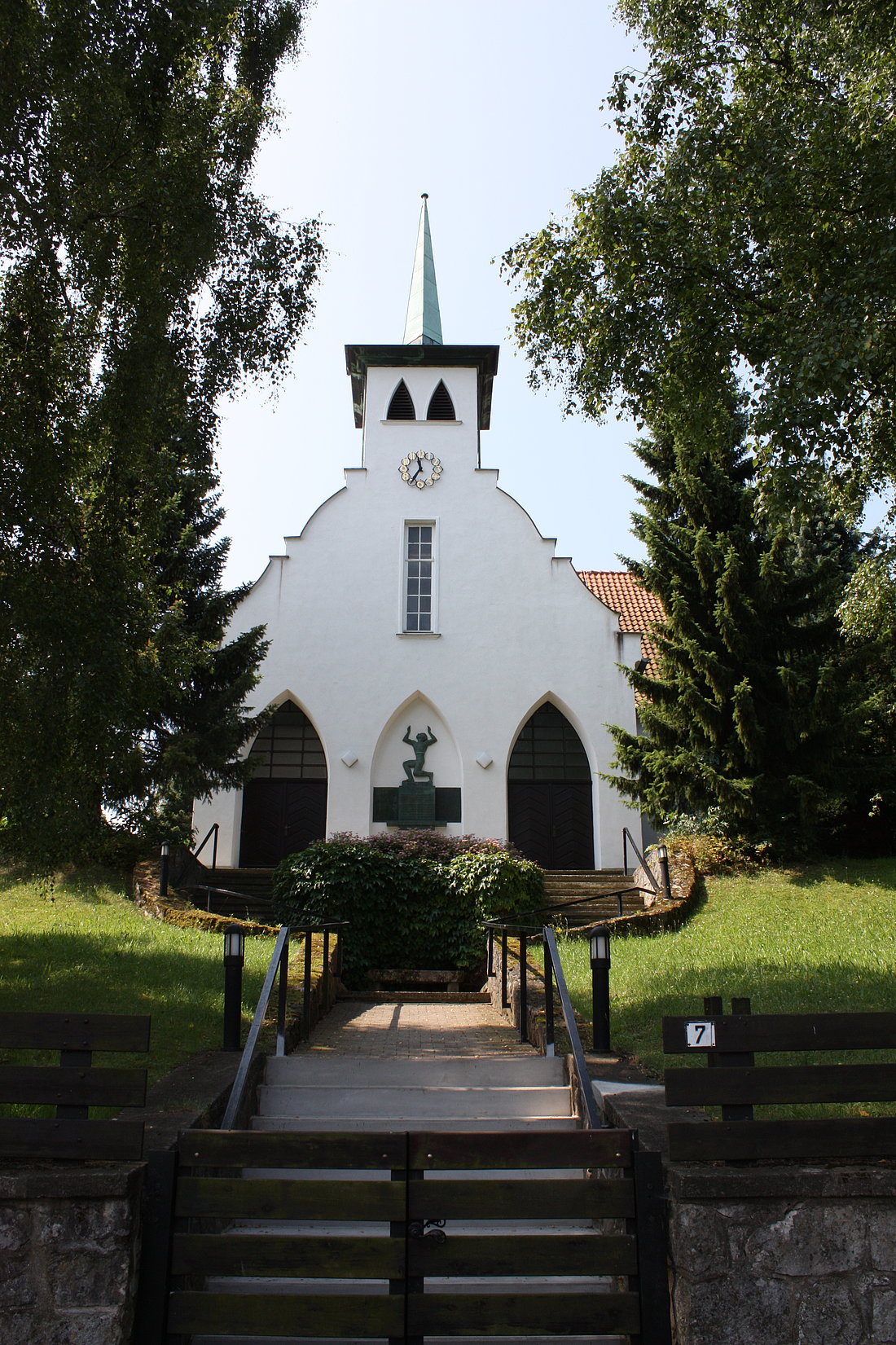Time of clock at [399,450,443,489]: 11:35
